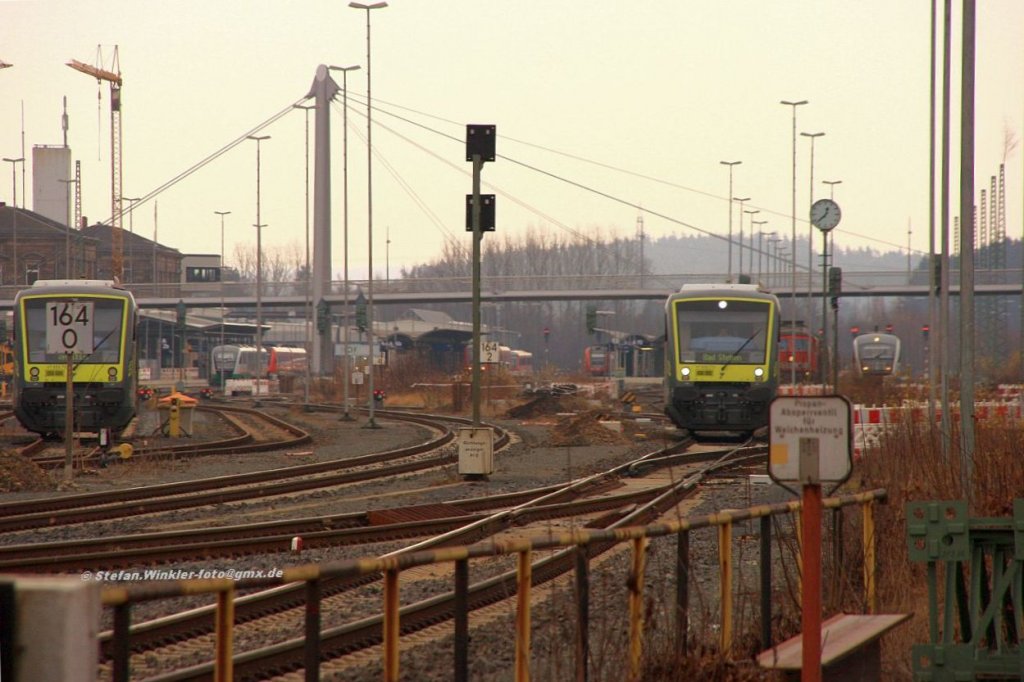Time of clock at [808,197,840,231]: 12:37
